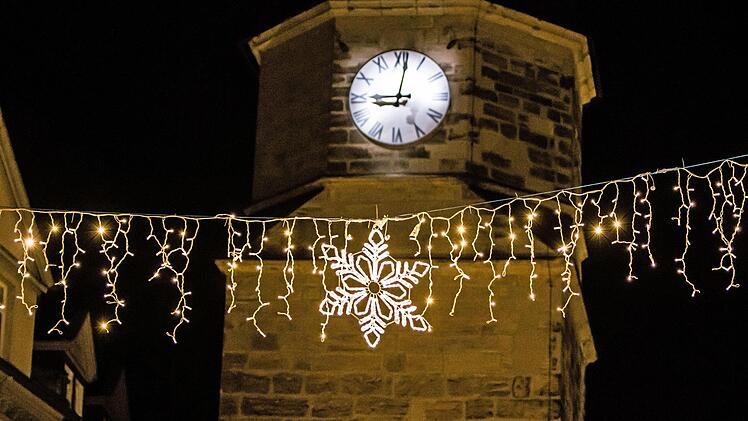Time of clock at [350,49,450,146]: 9:01
